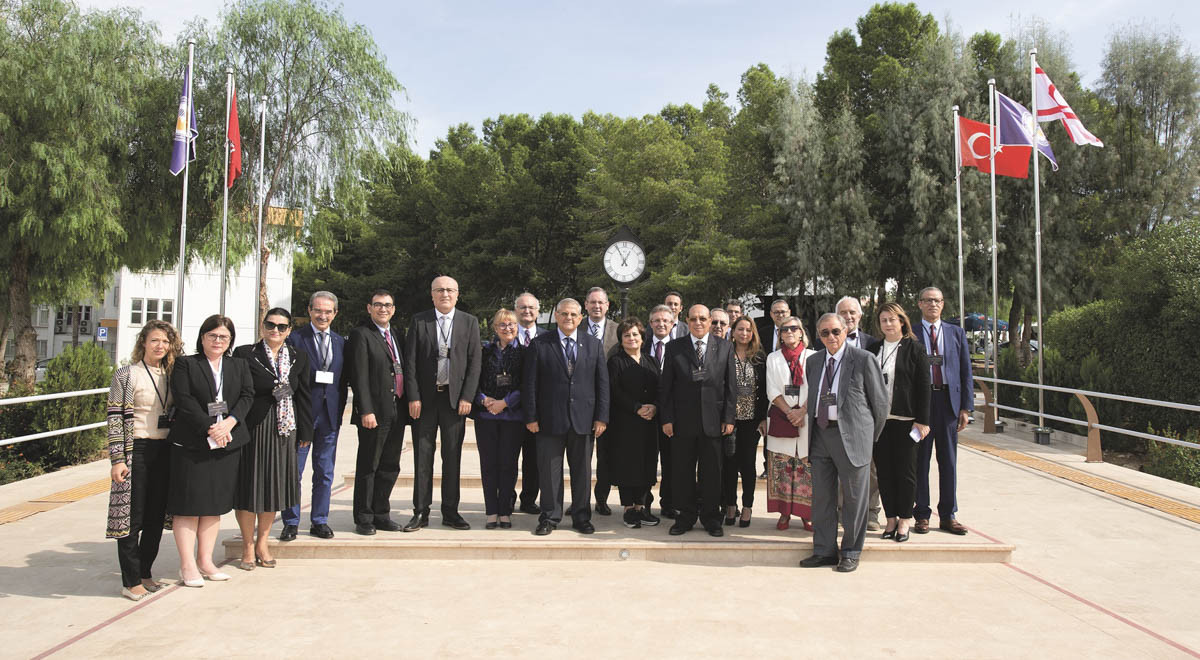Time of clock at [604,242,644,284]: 12:55
